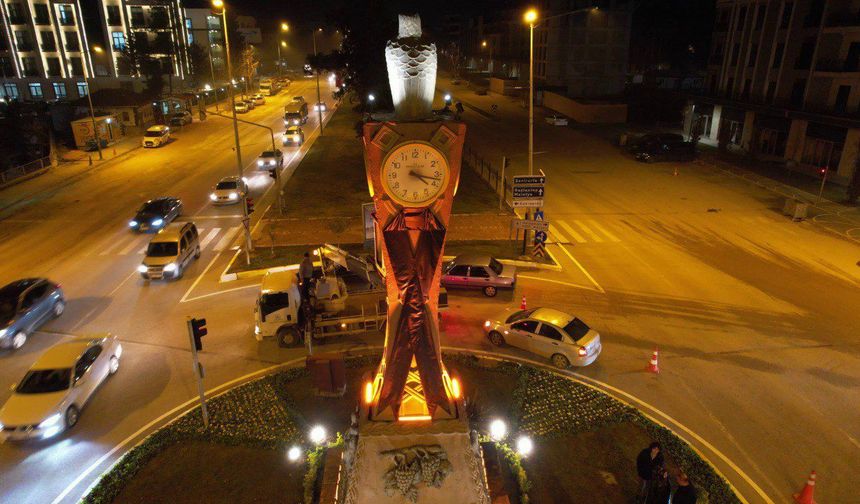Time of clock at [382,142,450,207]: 4:17
